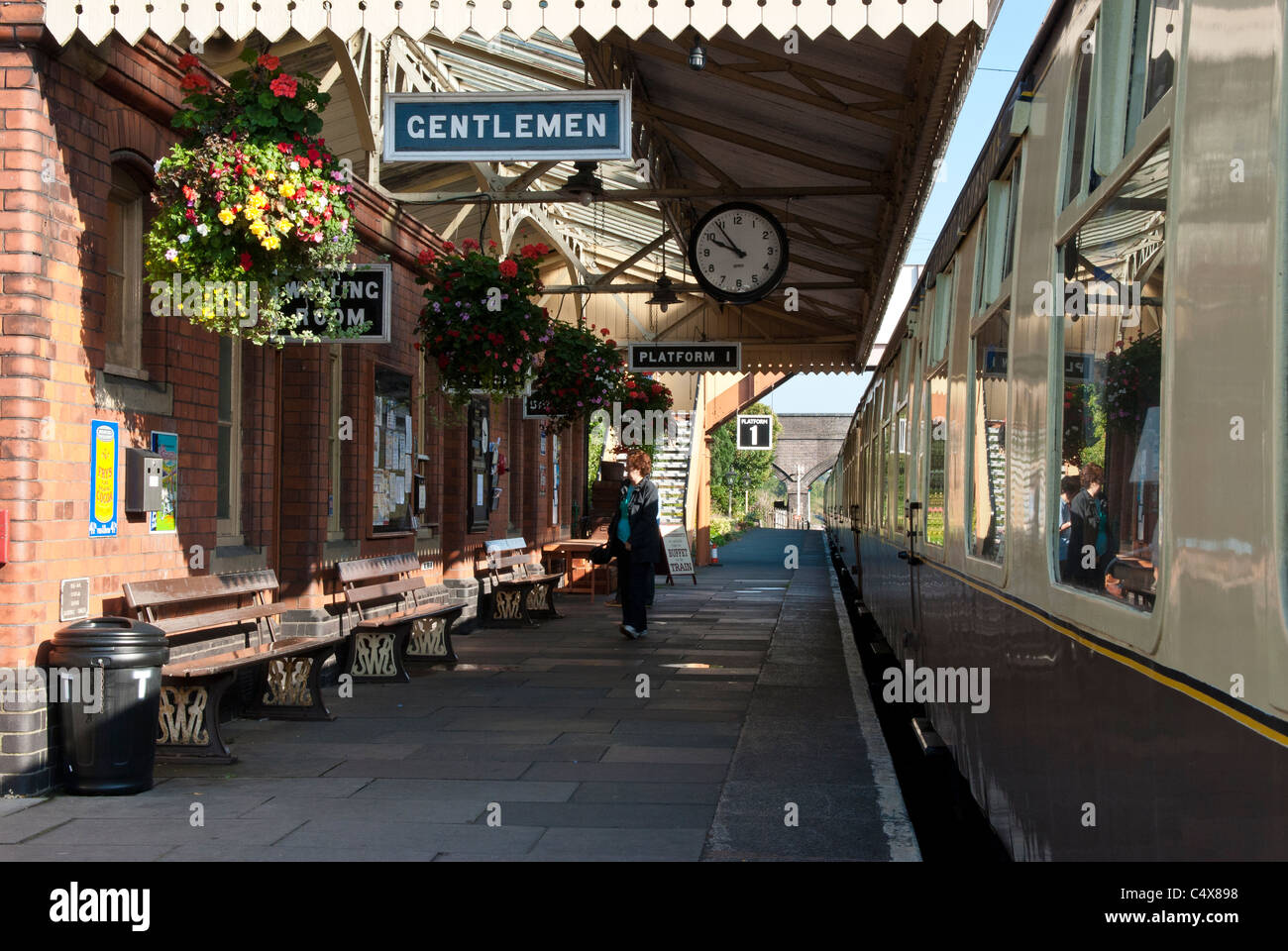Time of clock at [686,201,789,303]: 9:54
